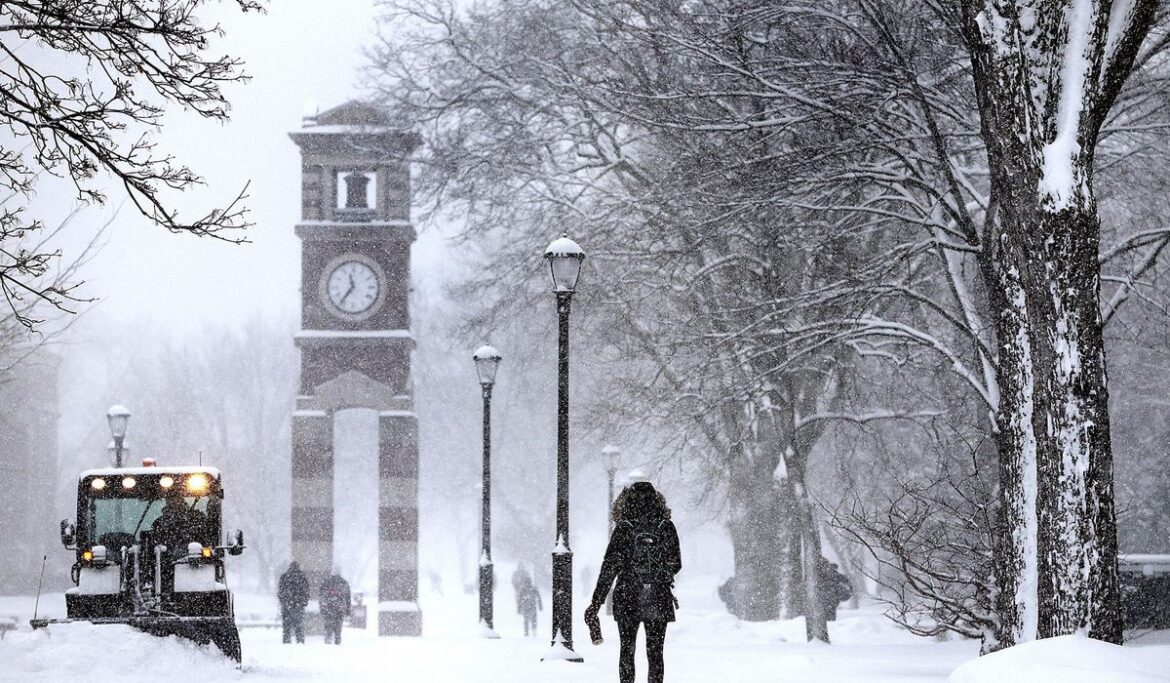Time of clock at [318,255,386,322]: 11:35
